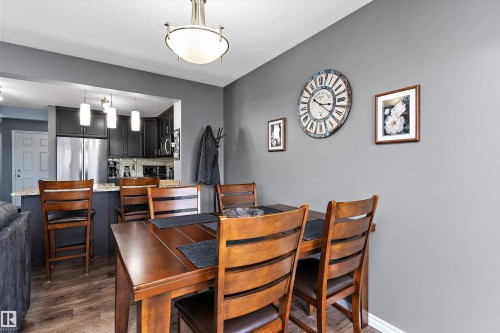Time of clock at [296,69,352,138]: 3:22
